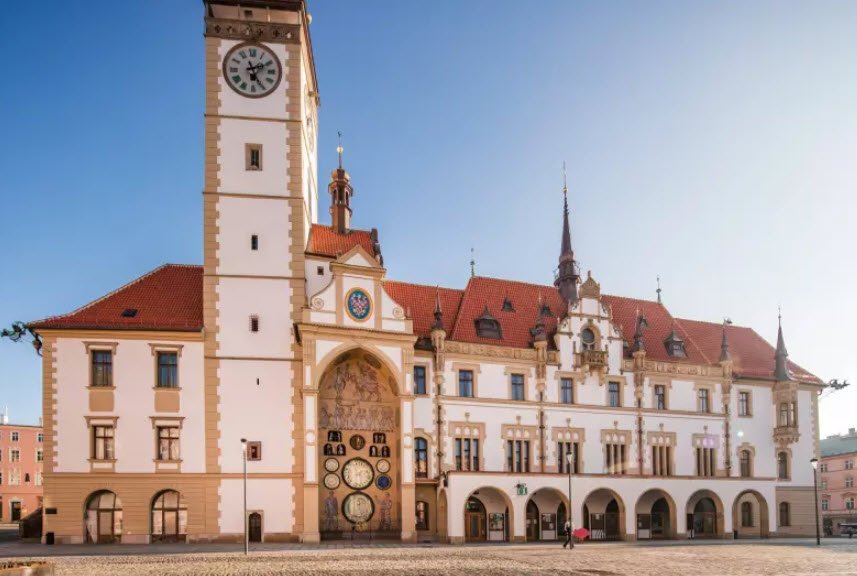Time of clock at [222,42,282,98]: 5:10
